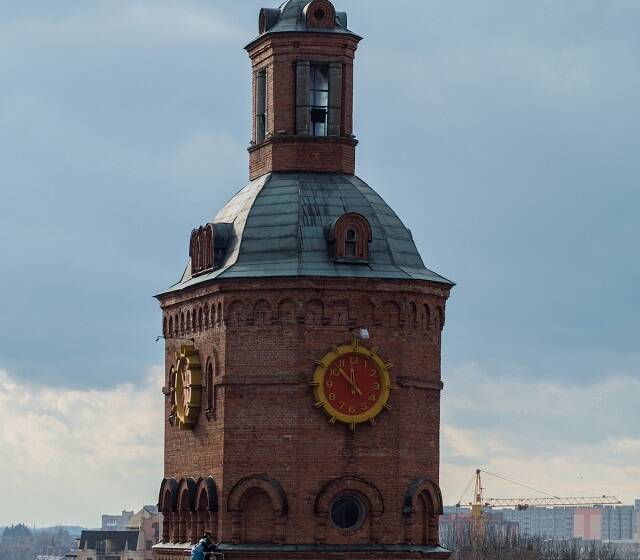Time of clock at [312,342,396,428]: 11:52
